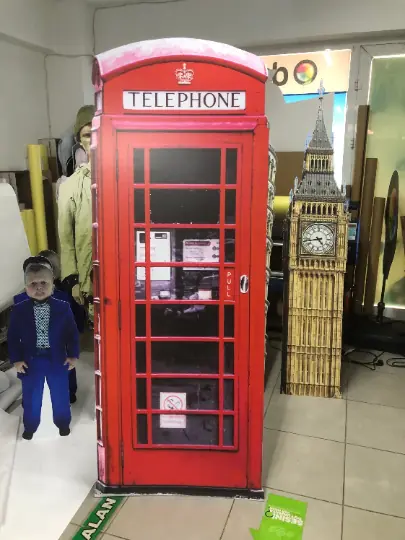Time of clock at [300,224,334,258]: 4:43
